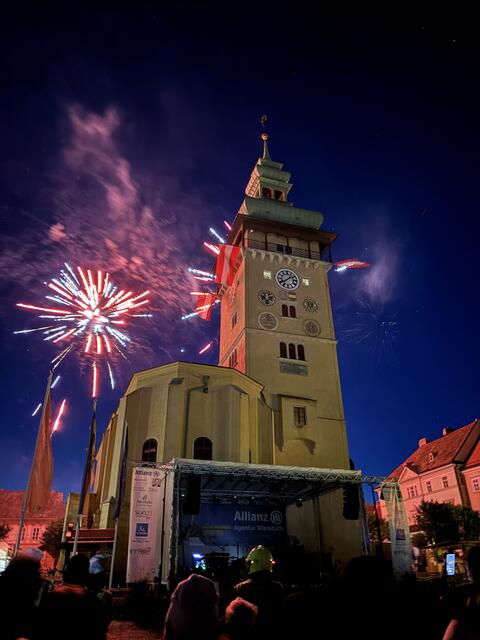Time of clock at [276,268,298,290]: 1:39
